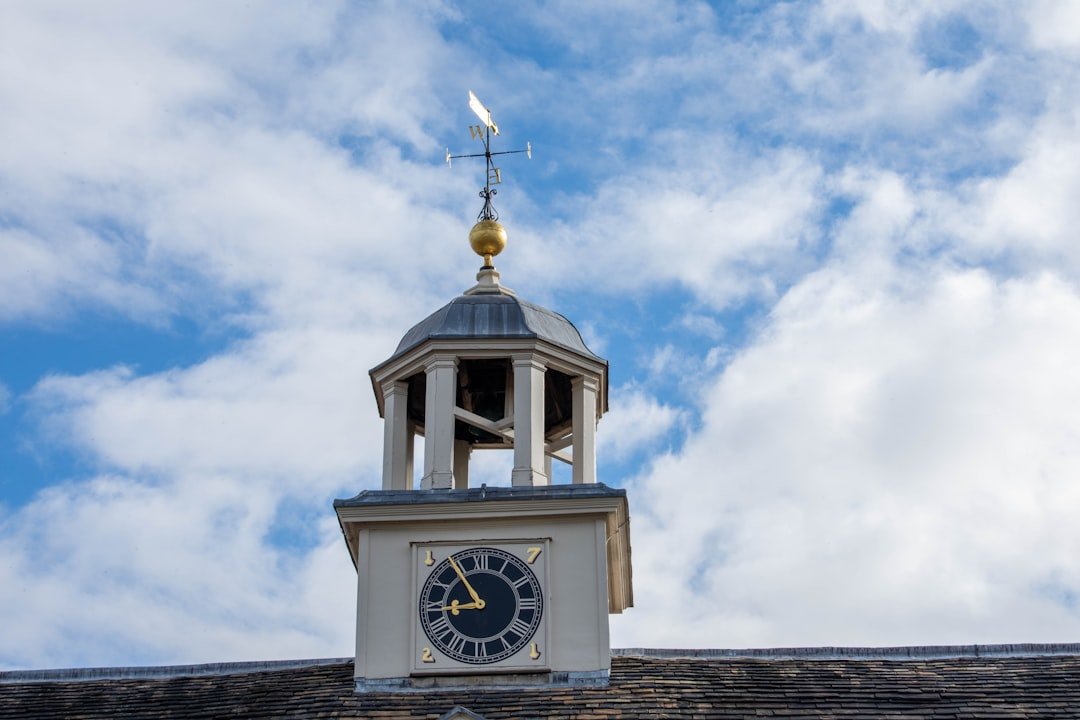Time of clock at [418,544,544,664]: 8:54
